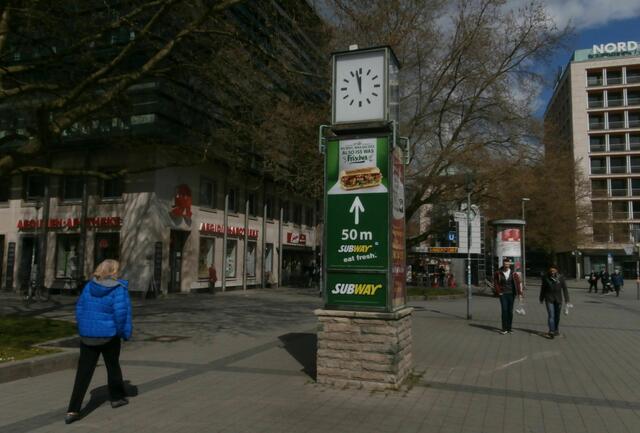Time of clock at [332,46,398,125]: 11:57
